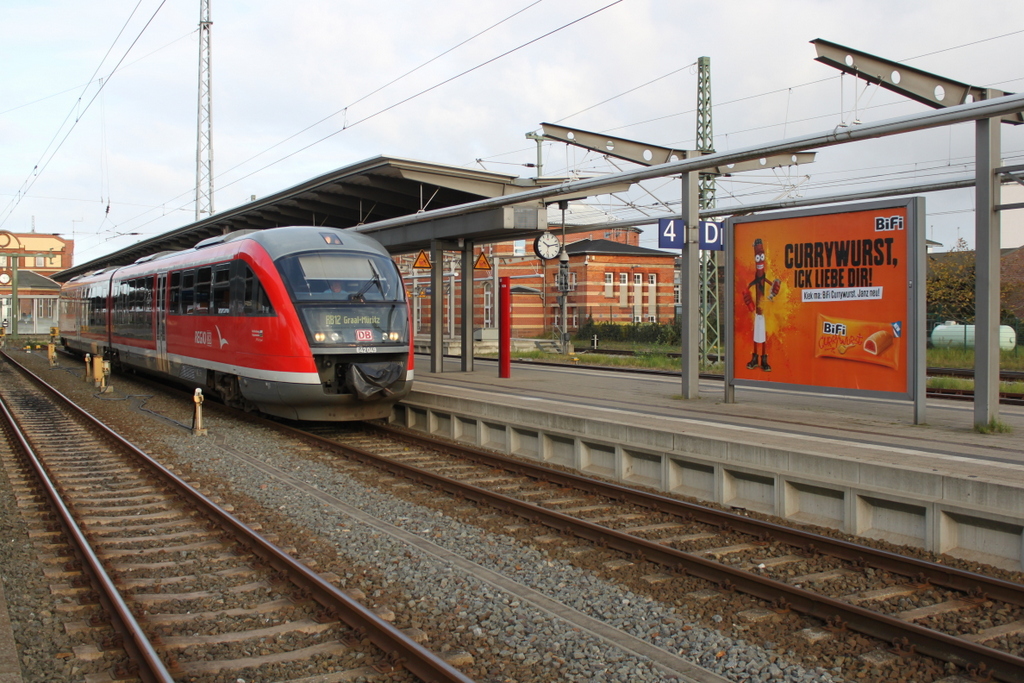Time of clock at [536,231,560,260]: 10:13
